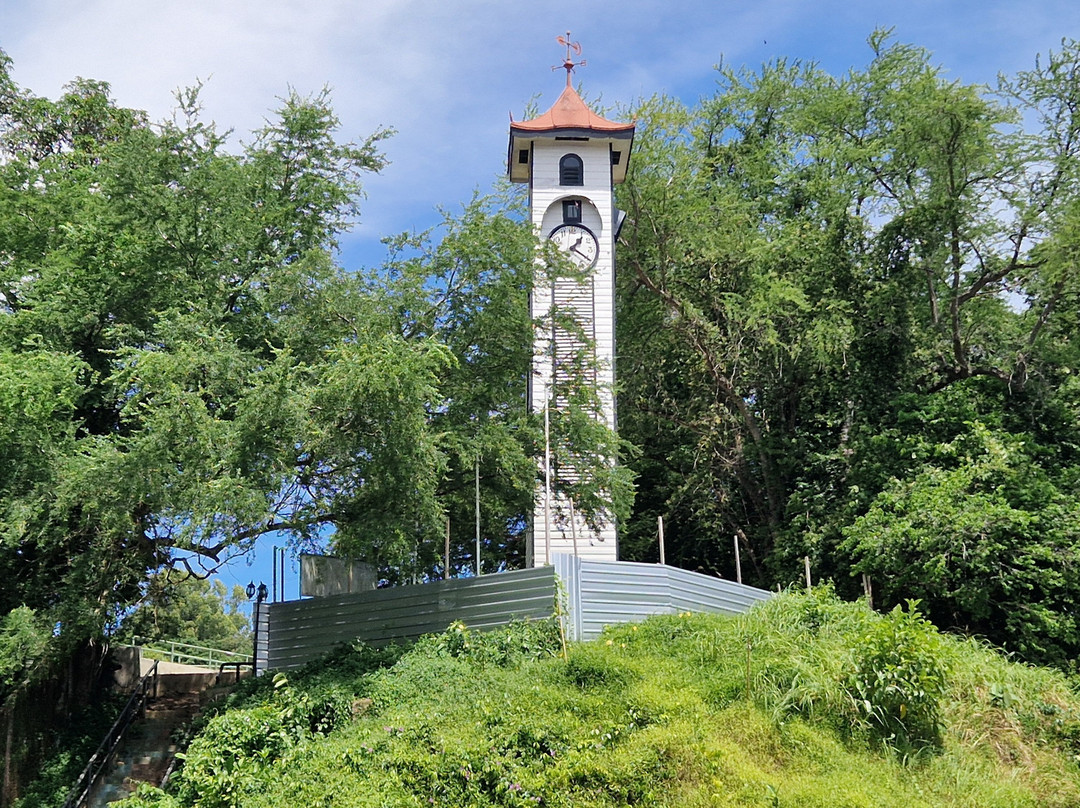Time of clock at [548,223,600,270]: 1:20
